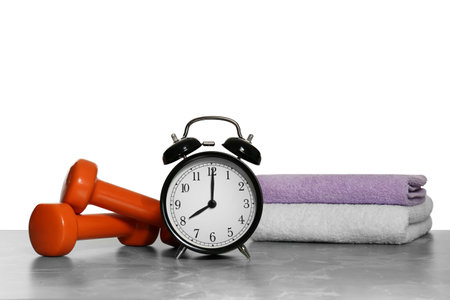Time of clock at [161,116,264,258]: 8:00
